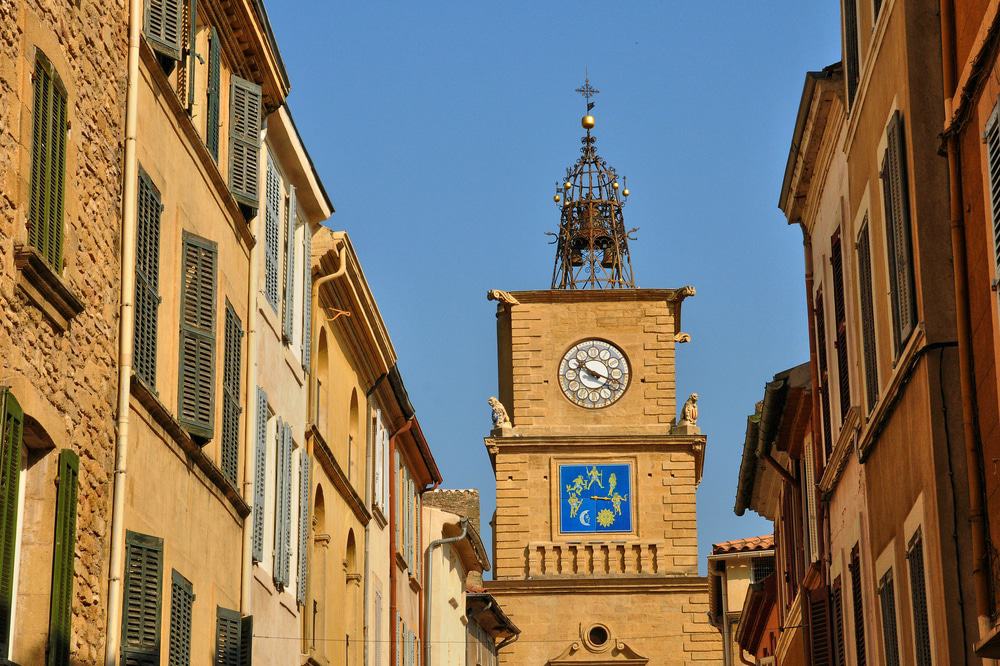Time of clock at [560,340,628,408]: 10:18
